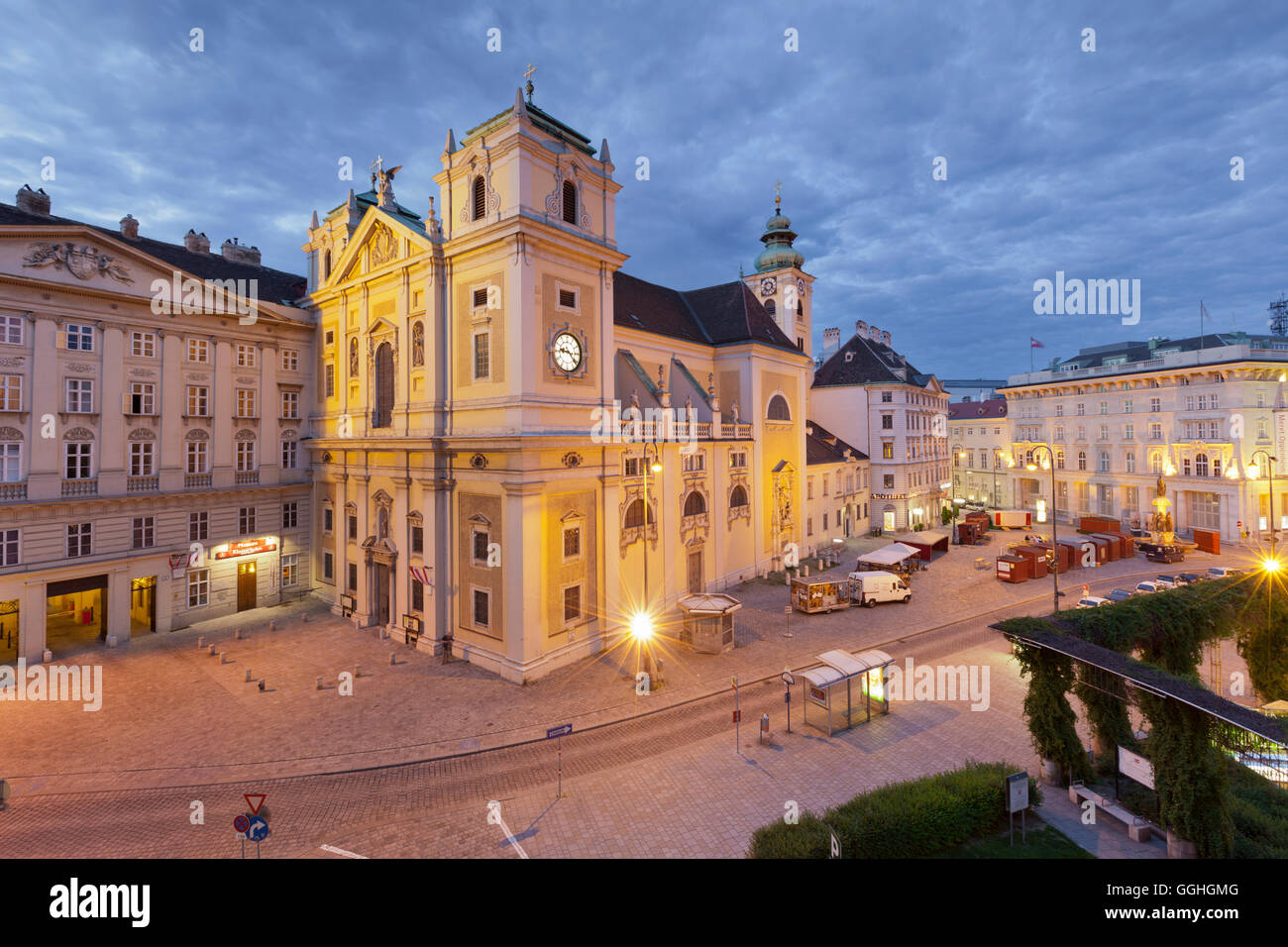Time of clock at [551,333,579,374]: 9:22
